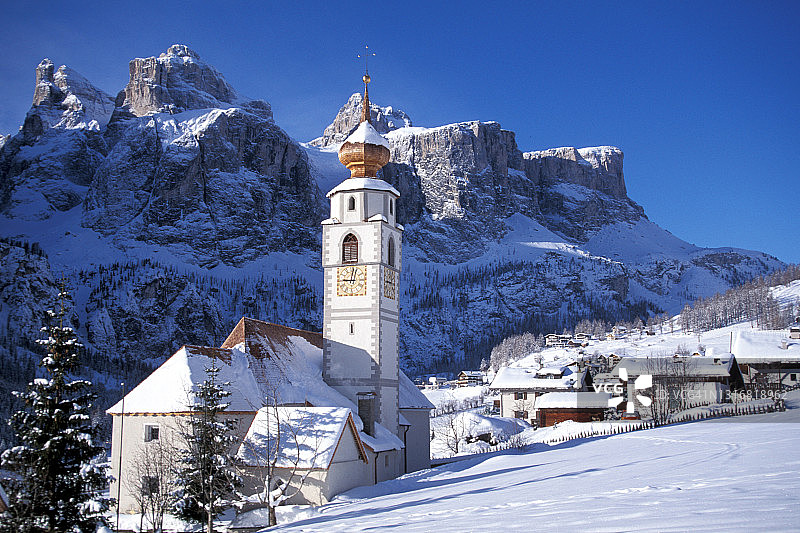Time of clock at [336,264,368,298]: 9:01
